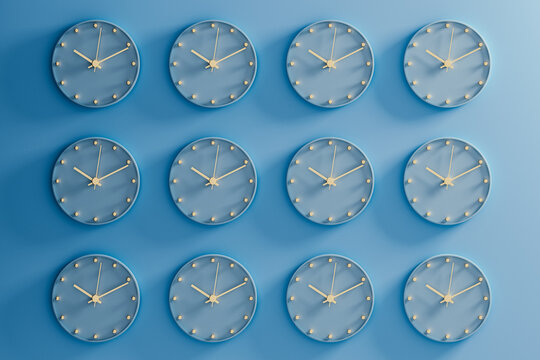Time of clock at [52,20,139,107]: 10:01
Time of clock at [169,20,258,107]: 10:01
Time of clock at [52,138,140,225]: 10:01
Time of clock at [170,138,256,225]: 10:01
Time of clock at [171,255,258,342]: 10:01
